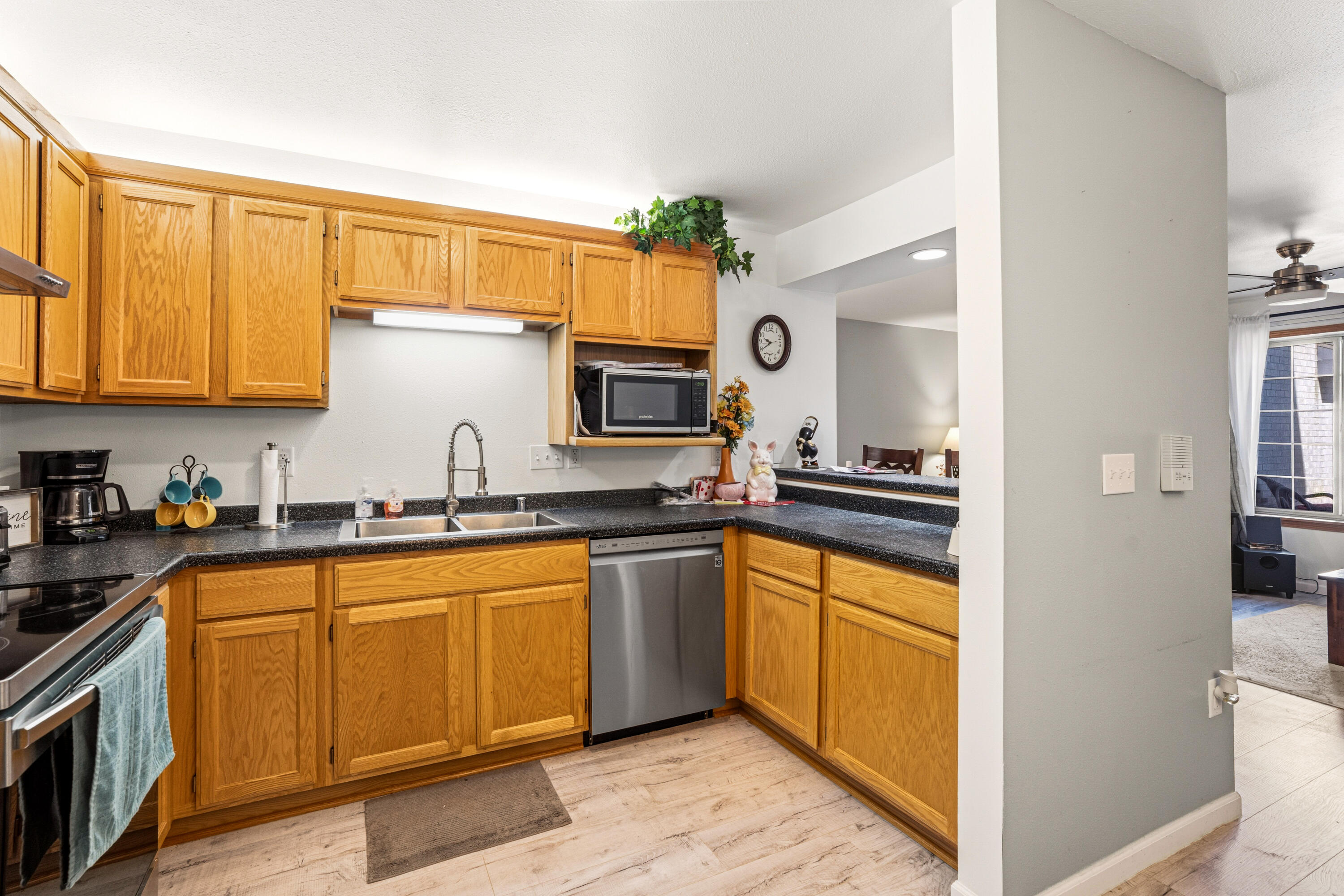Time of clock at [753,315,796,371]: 9:39
